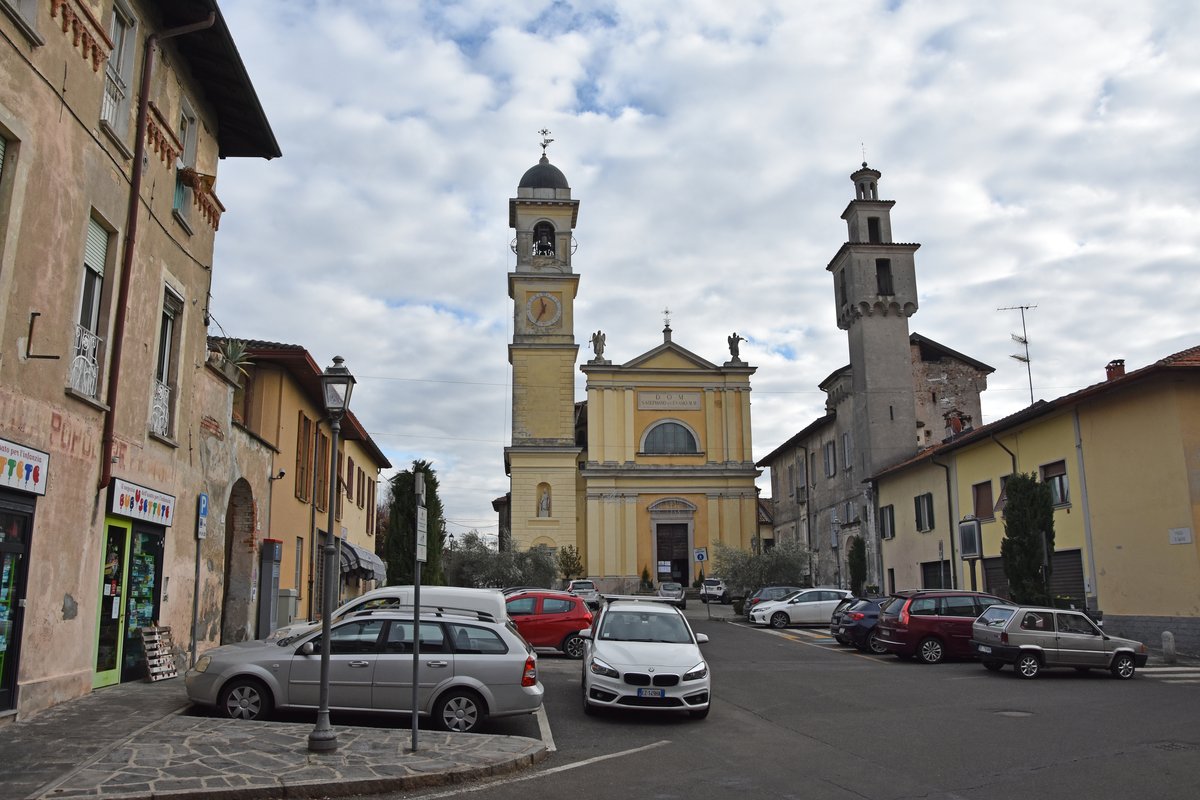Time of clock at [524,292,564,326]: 11:35
